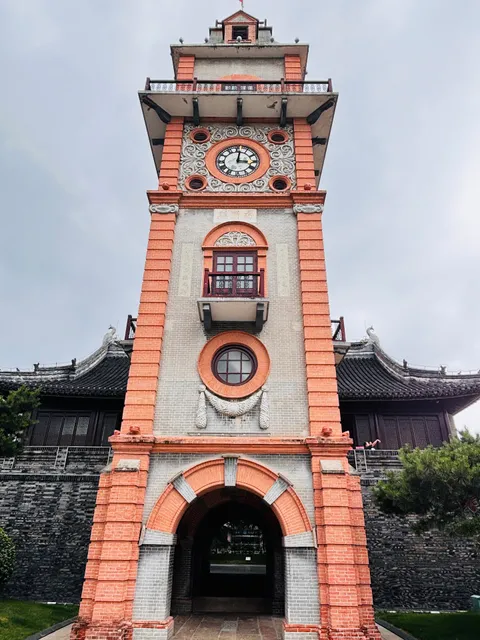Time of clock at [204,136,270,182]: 3:01
